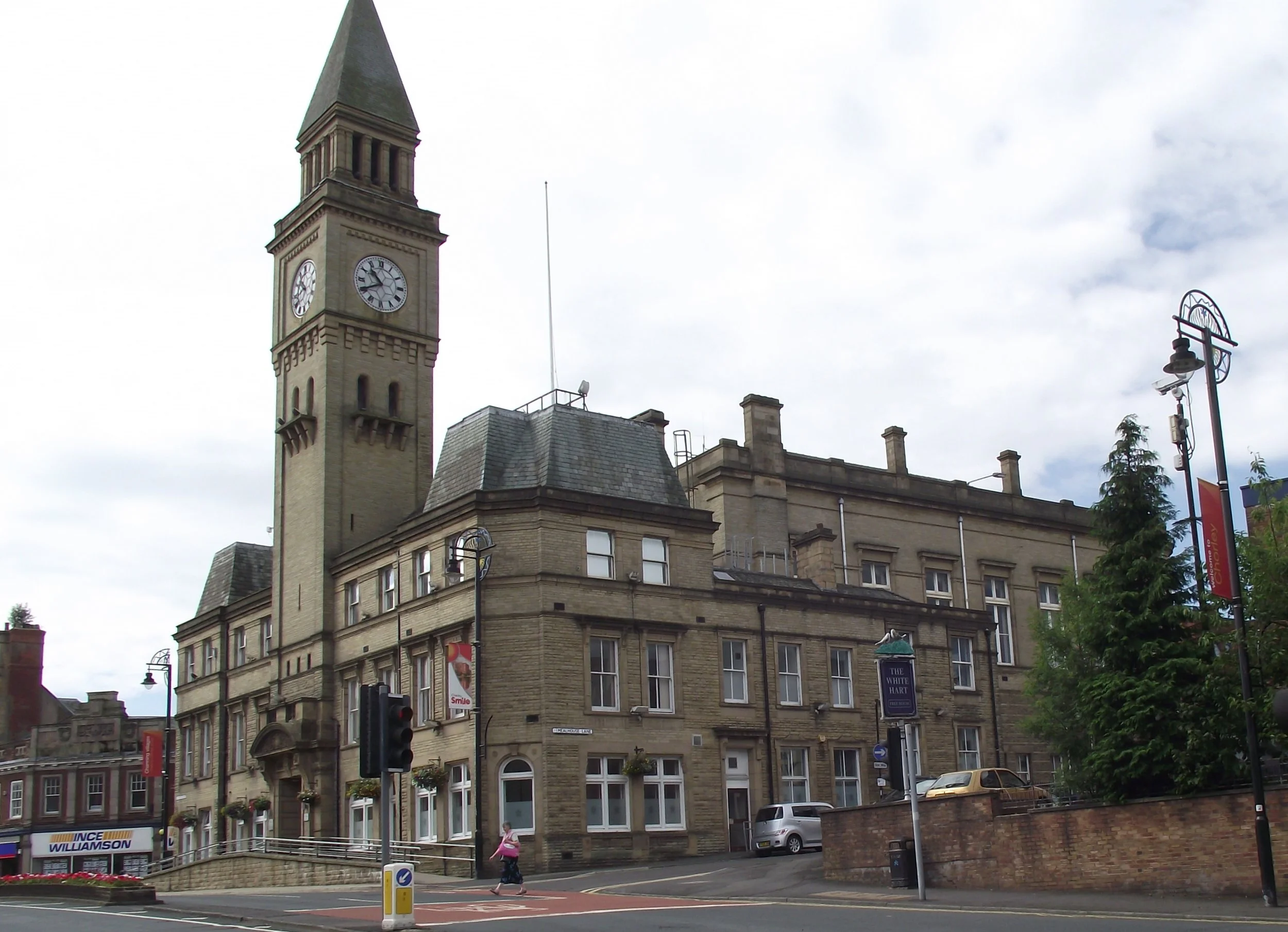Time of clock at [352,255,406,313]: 10:40
